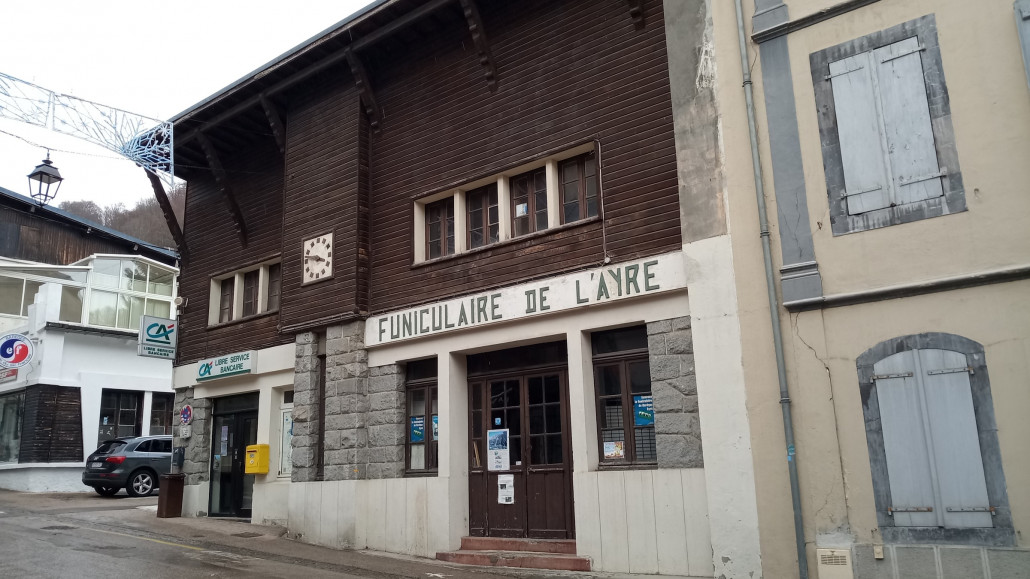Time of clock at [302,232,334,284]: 3:47
